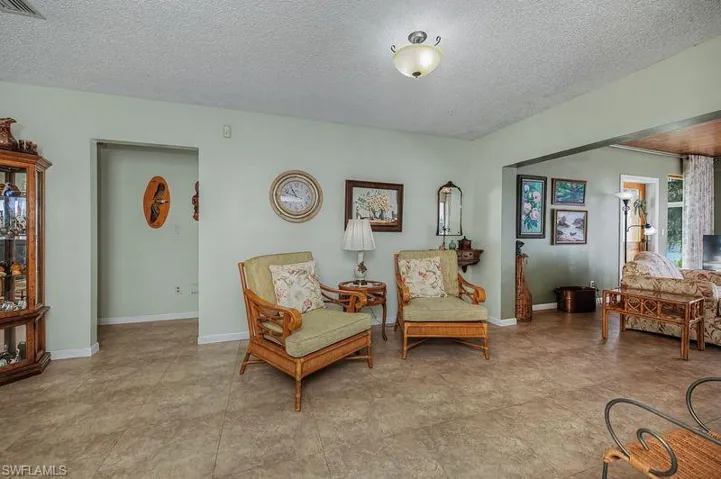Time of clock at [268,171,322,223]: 10:47
